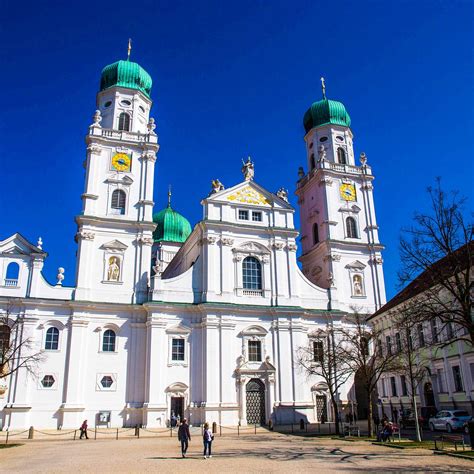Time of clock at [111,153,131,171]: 9:18
